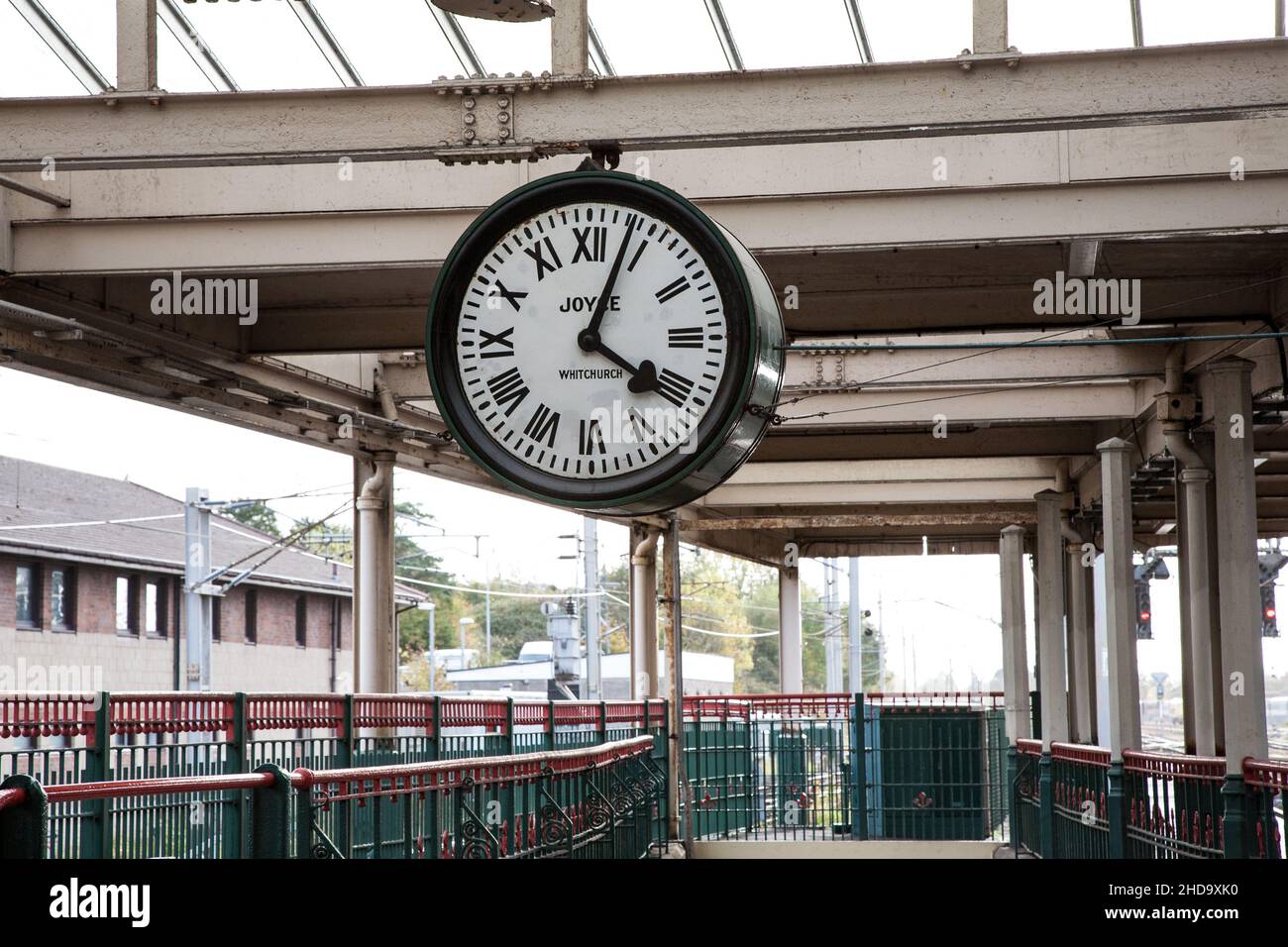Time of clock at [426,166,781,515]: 4:03
